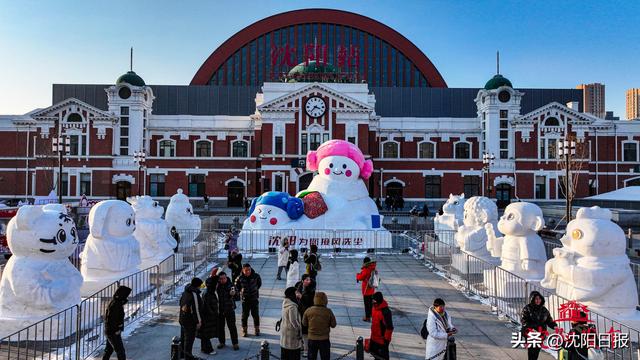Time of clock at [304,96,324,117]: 3:37
